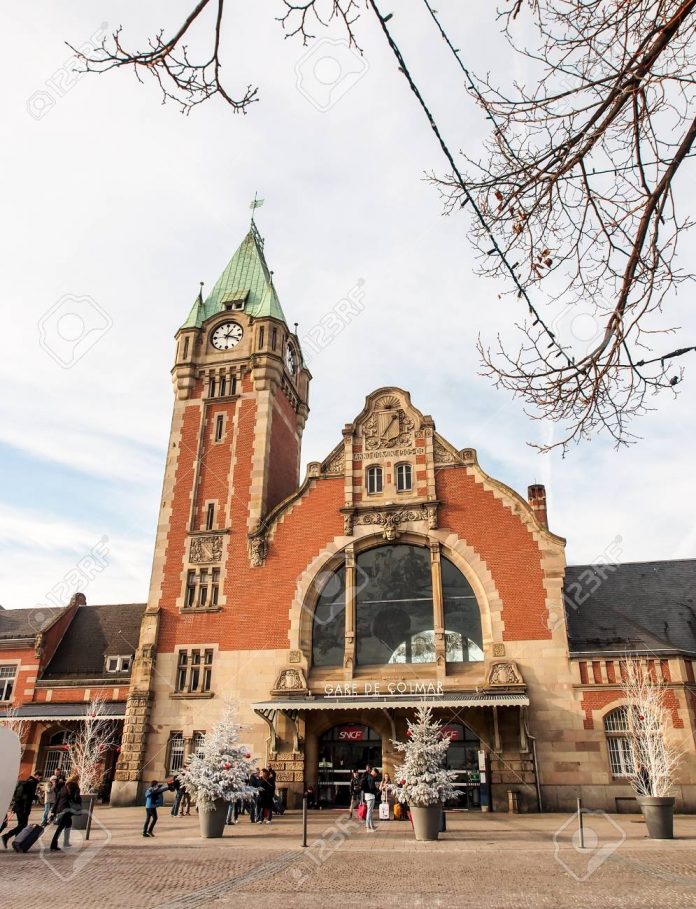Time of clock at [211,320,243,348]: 1:18
